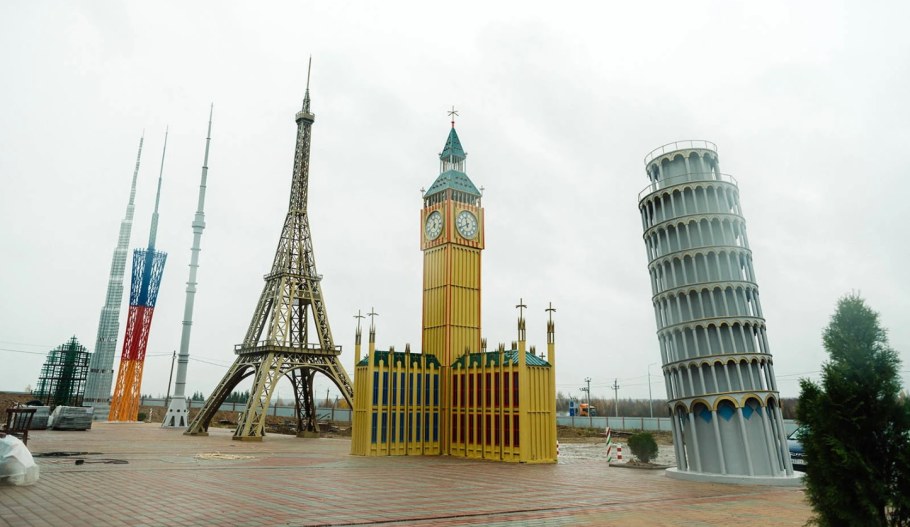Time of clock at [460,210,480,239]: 11:40
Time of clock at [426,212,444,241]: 11:40
